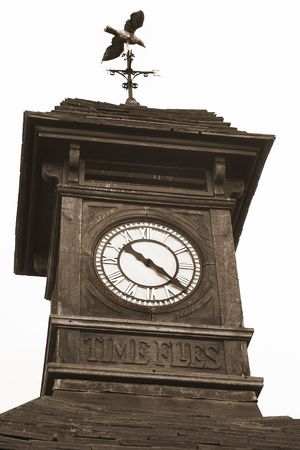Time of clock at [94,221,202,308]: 10:21
